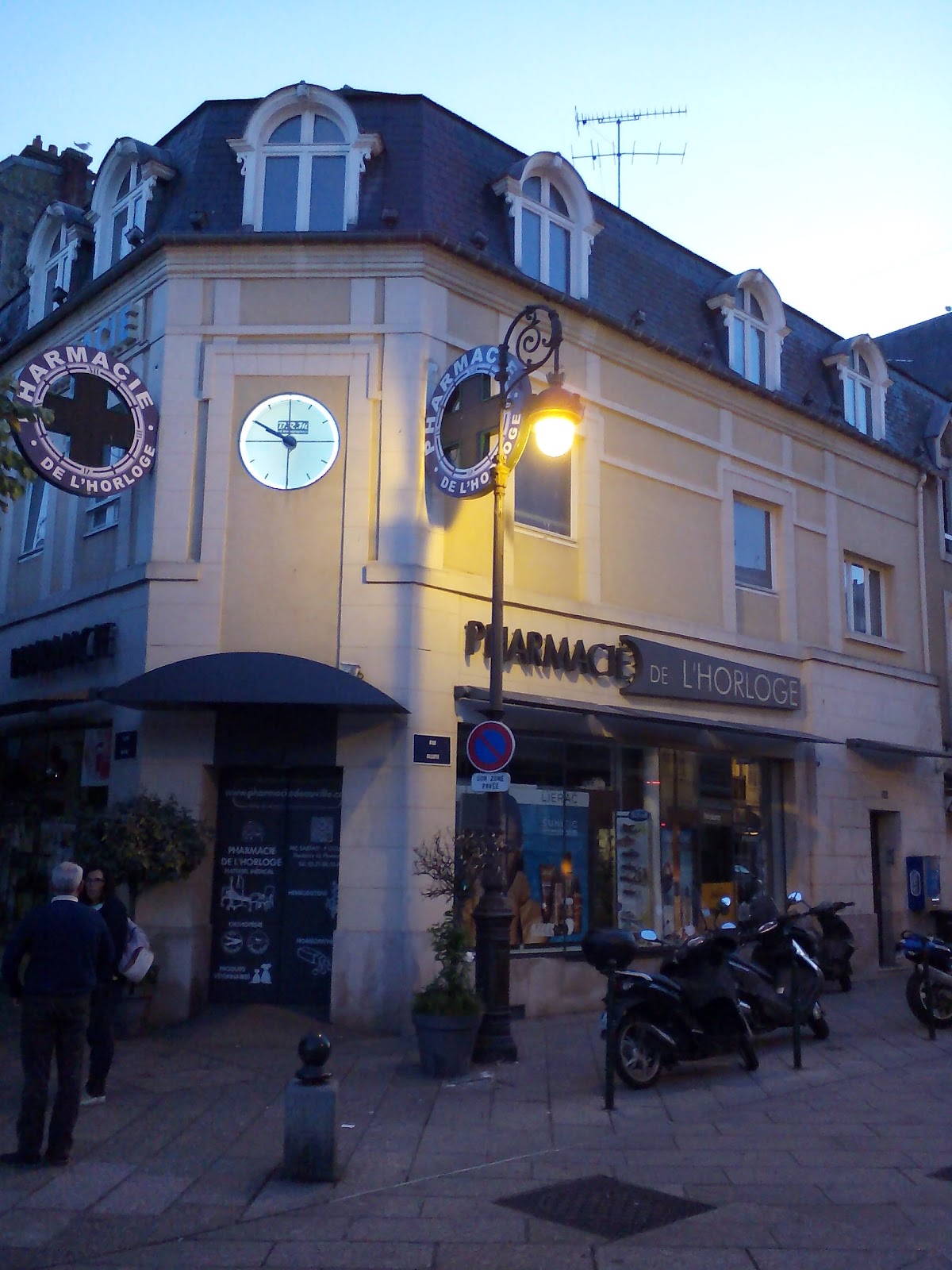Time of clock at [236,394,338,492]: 10:00
